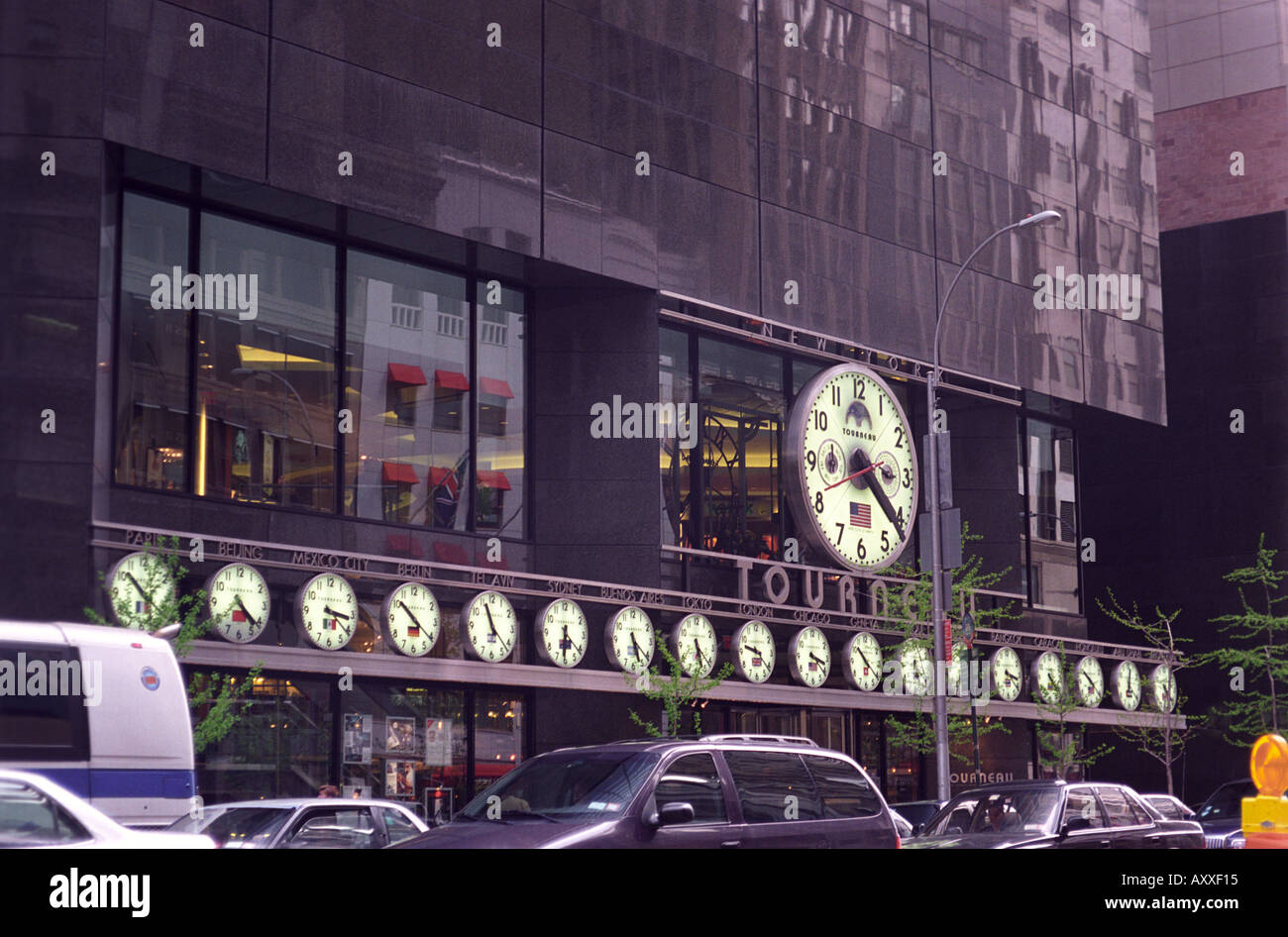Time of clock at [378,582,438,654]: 10:21
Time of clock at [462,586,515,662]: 11:22
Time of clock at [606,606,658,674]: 5:21
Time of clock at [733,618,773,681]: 9:22
